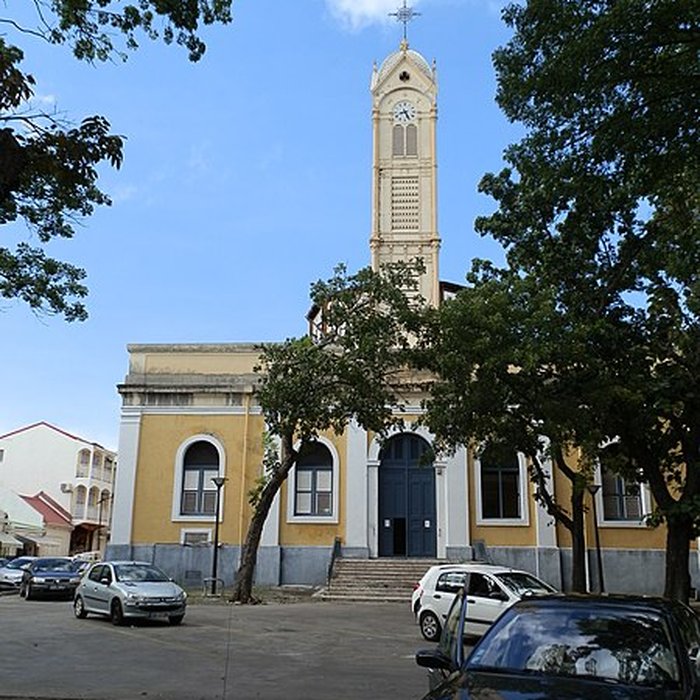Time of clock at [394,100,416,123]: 8:26
